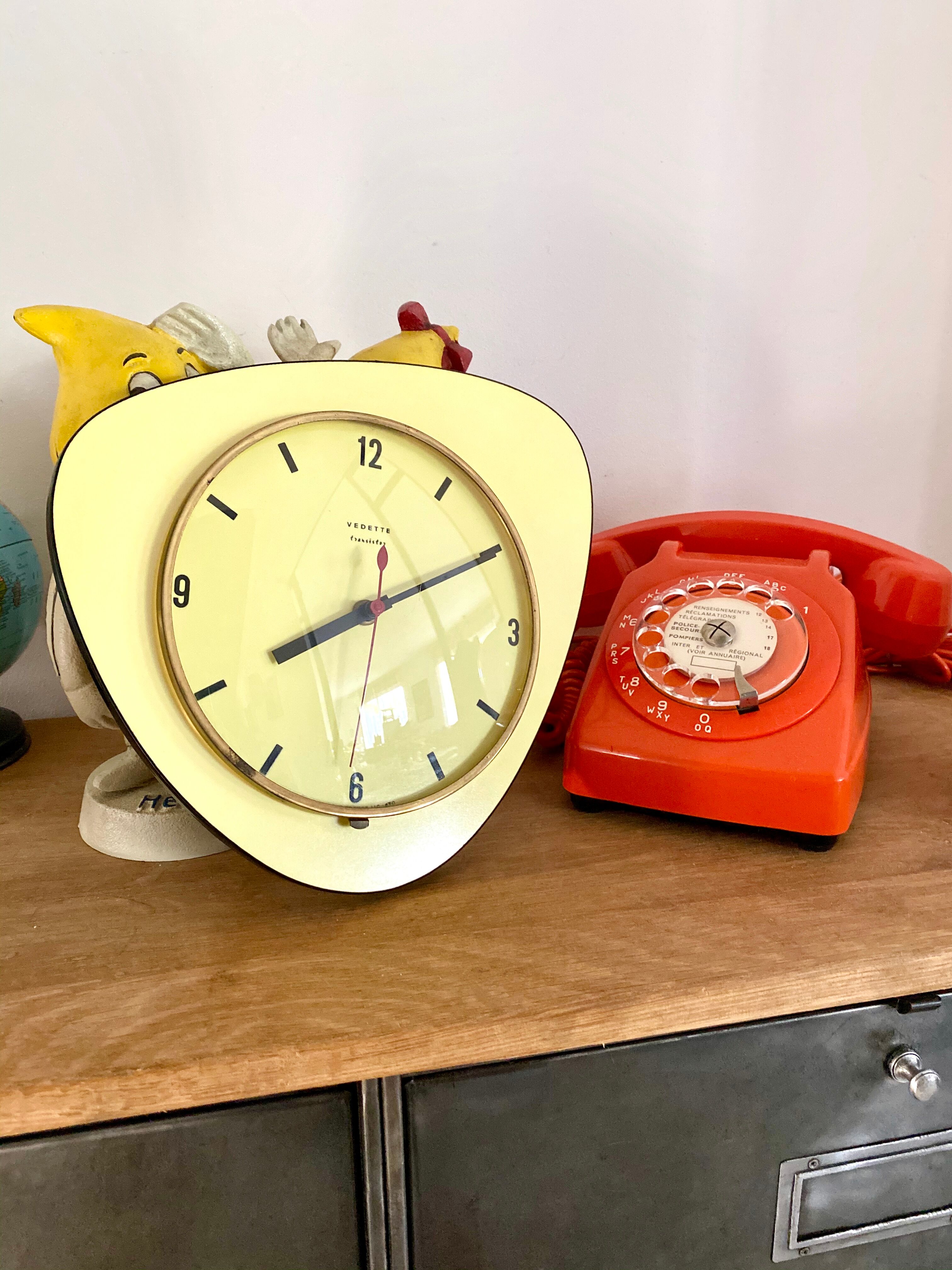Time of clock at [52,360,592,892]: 8:10
